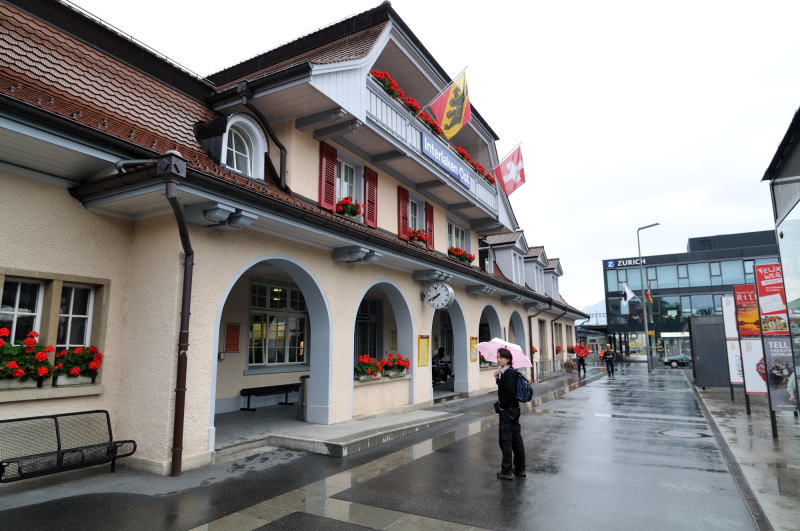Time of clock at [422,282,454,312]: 7:40
